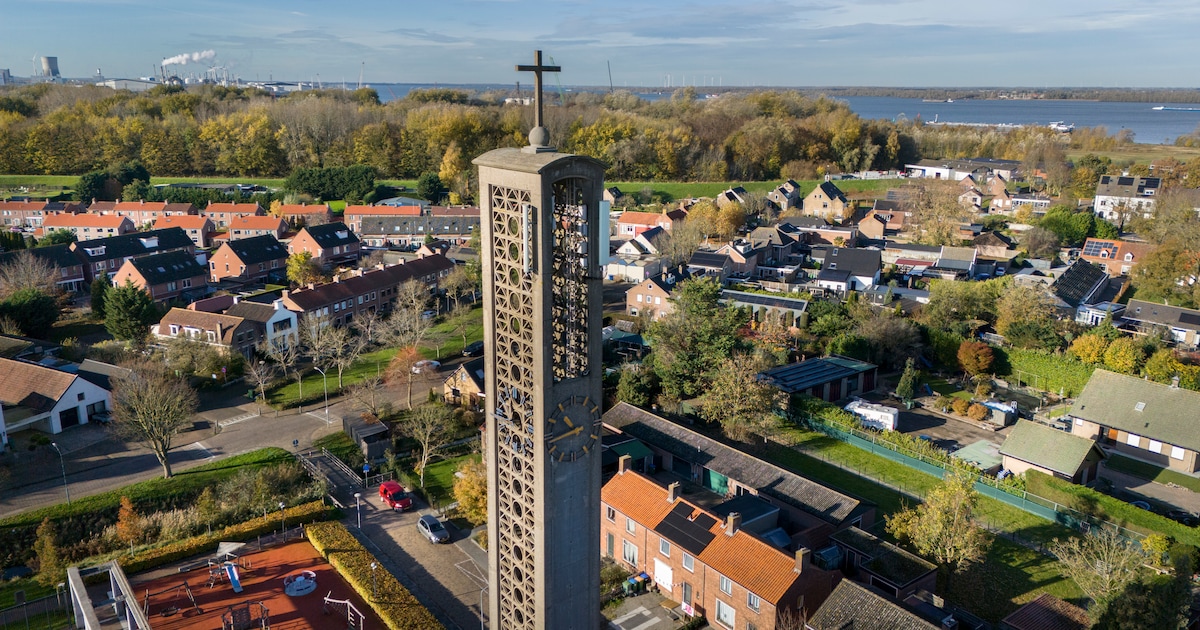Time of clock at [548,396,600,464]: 10:43
